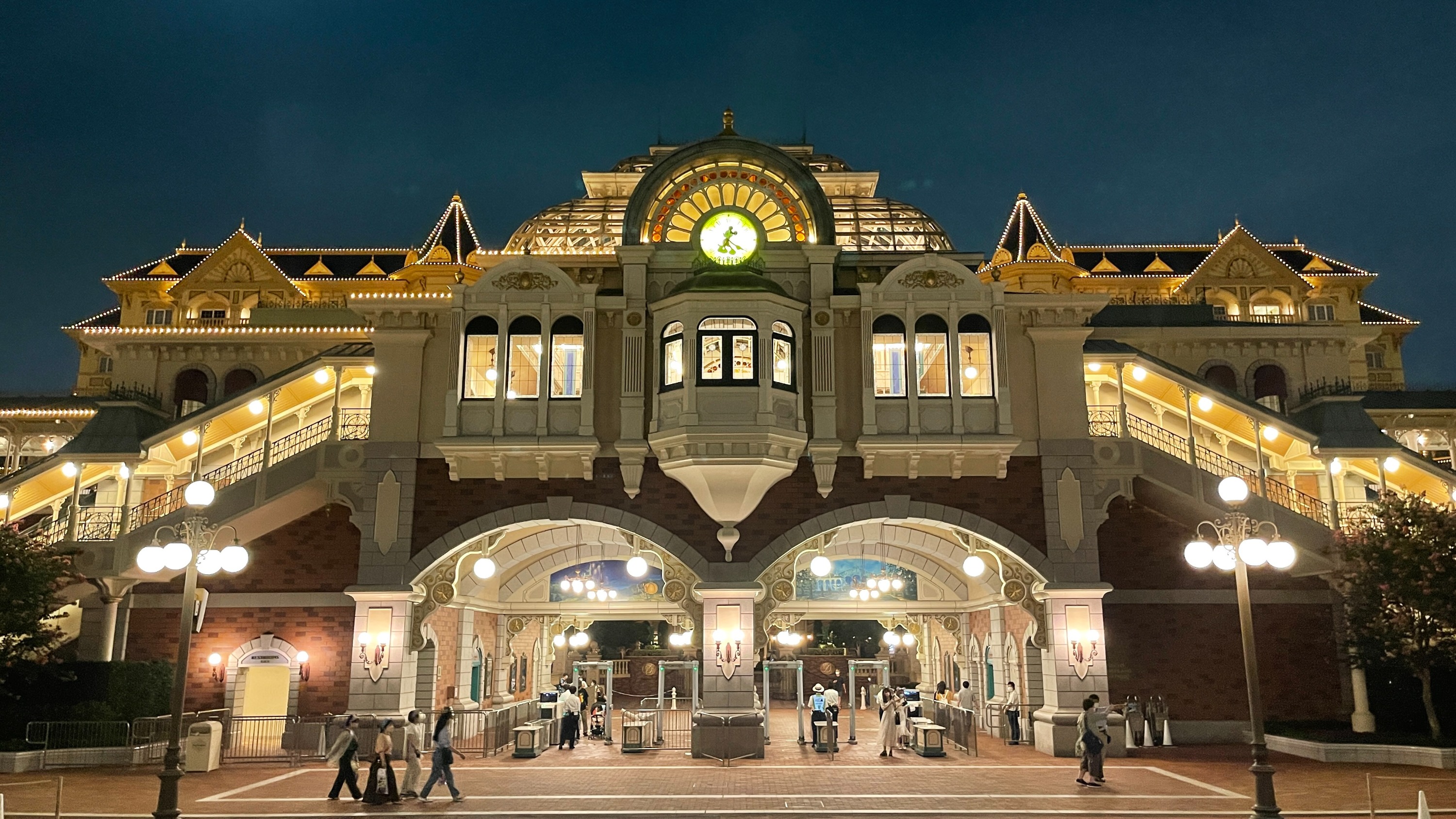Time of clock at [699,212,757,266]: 12:20
